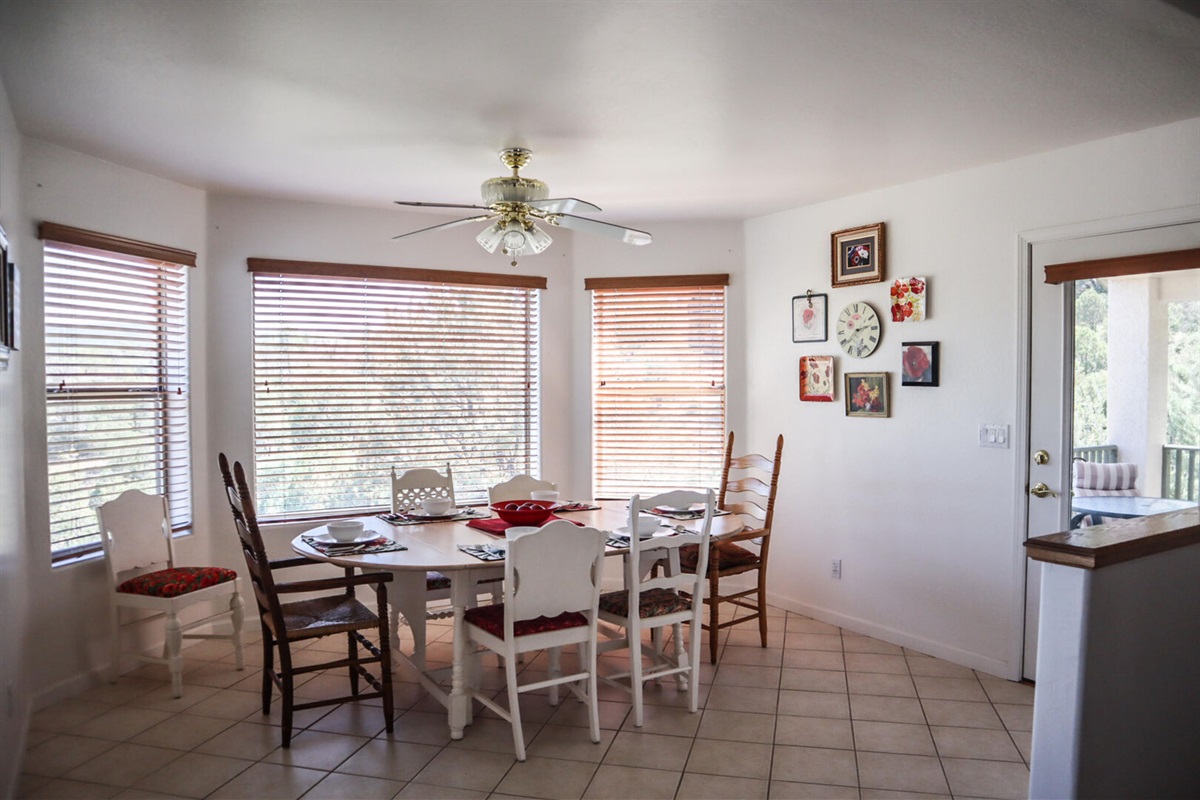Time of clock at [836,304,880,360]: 2:38
